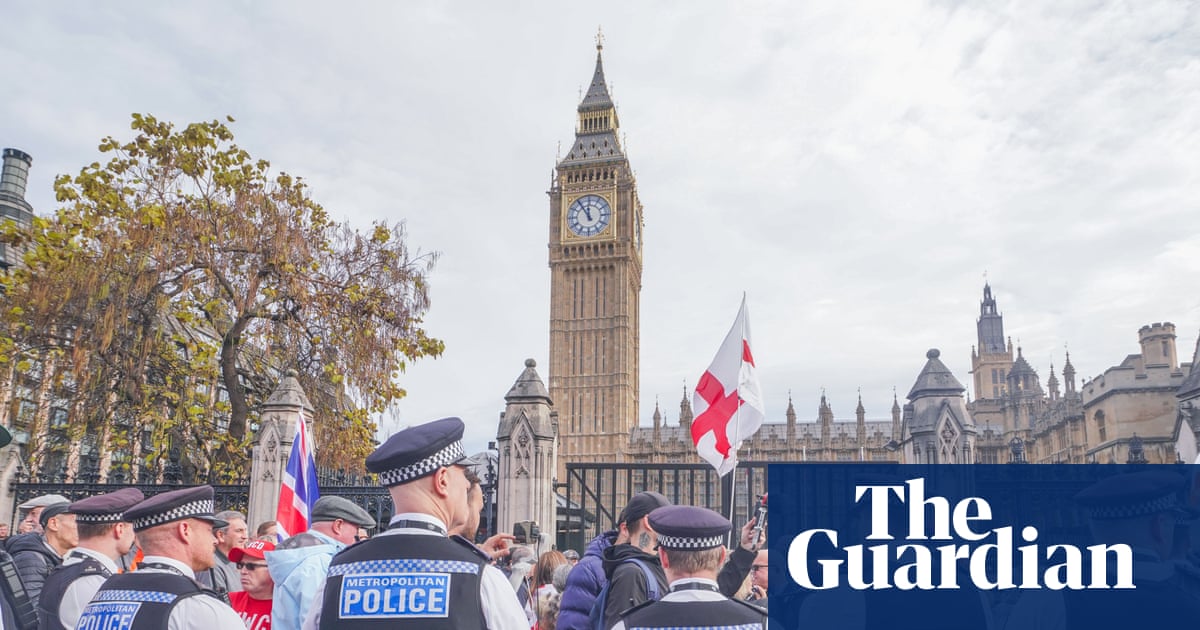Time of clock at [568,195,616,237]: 11:54
